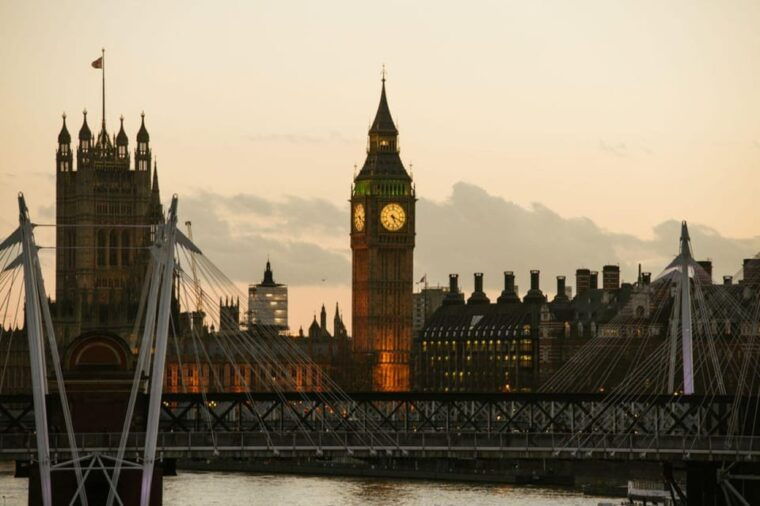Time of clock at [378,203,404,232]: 5:18
